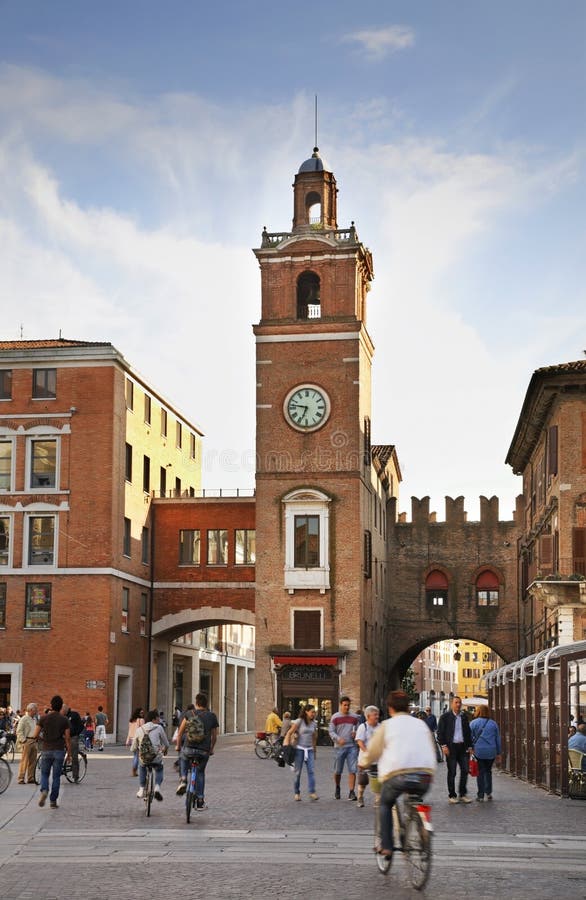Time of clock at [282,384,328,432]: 6:46
